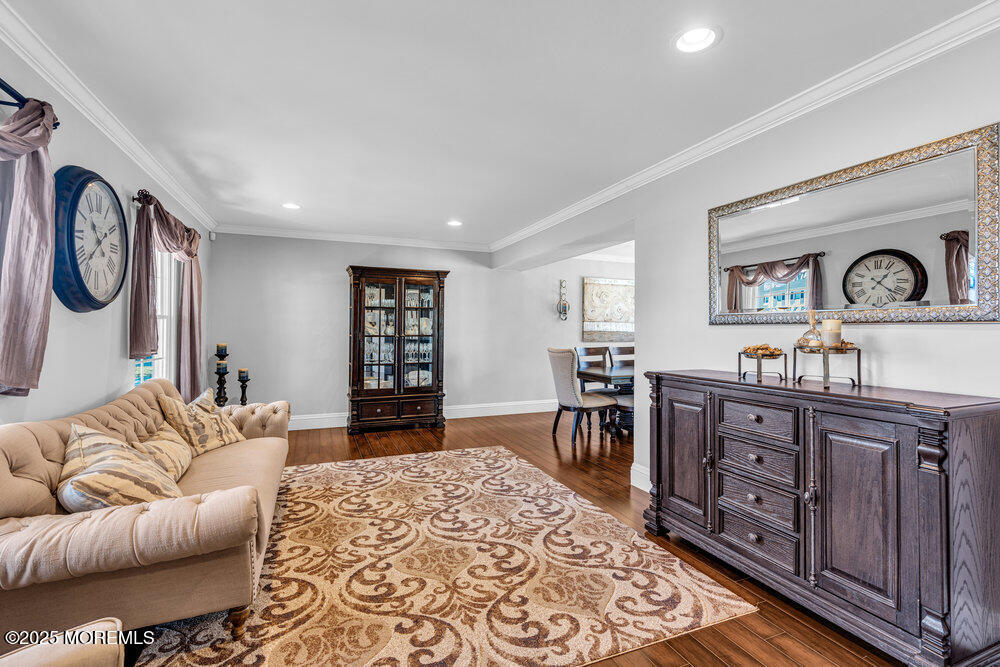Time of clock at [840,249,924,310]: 1:21
